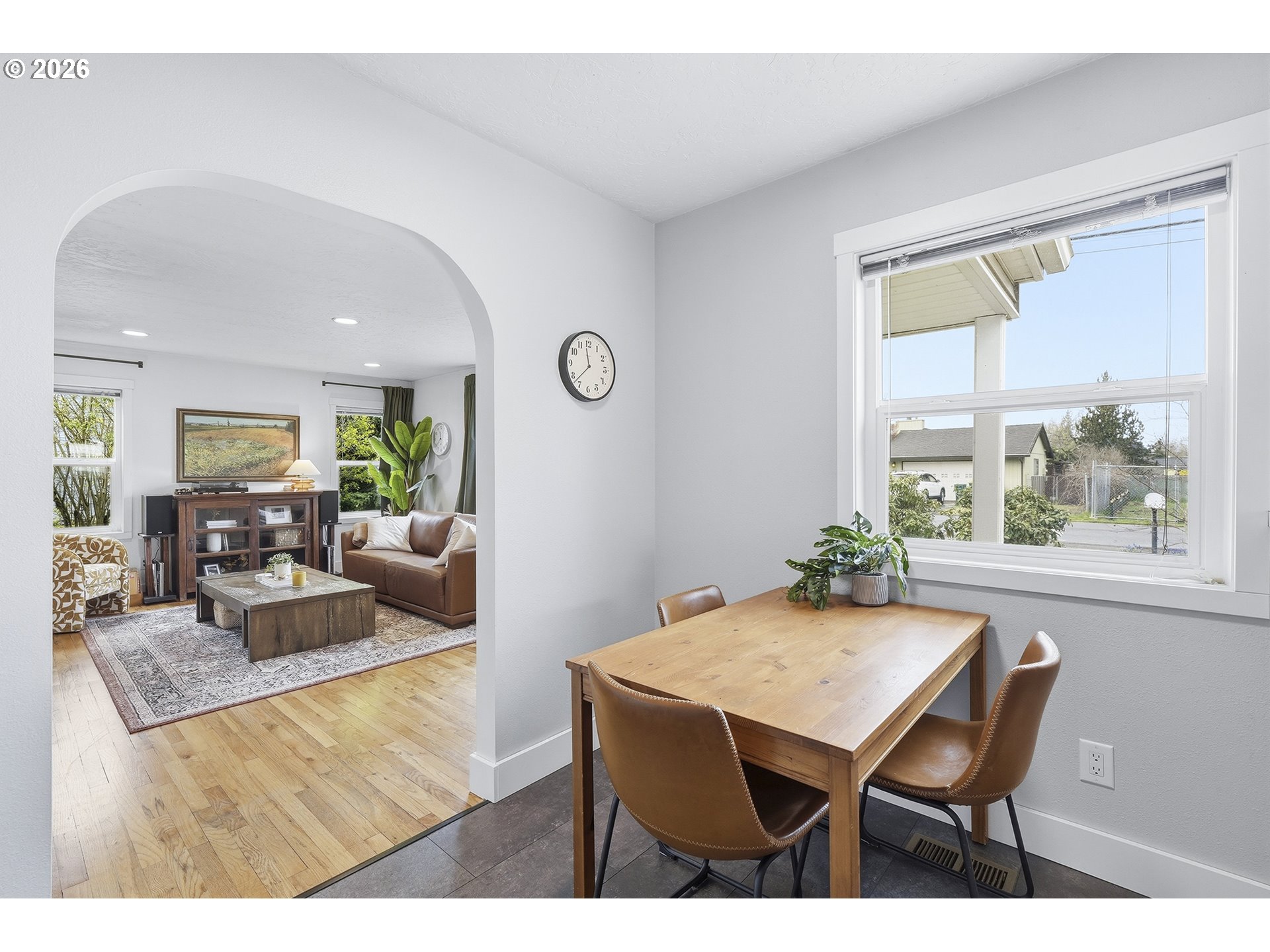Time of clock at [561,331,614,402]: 11:37
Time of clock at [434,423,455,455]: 11:37
